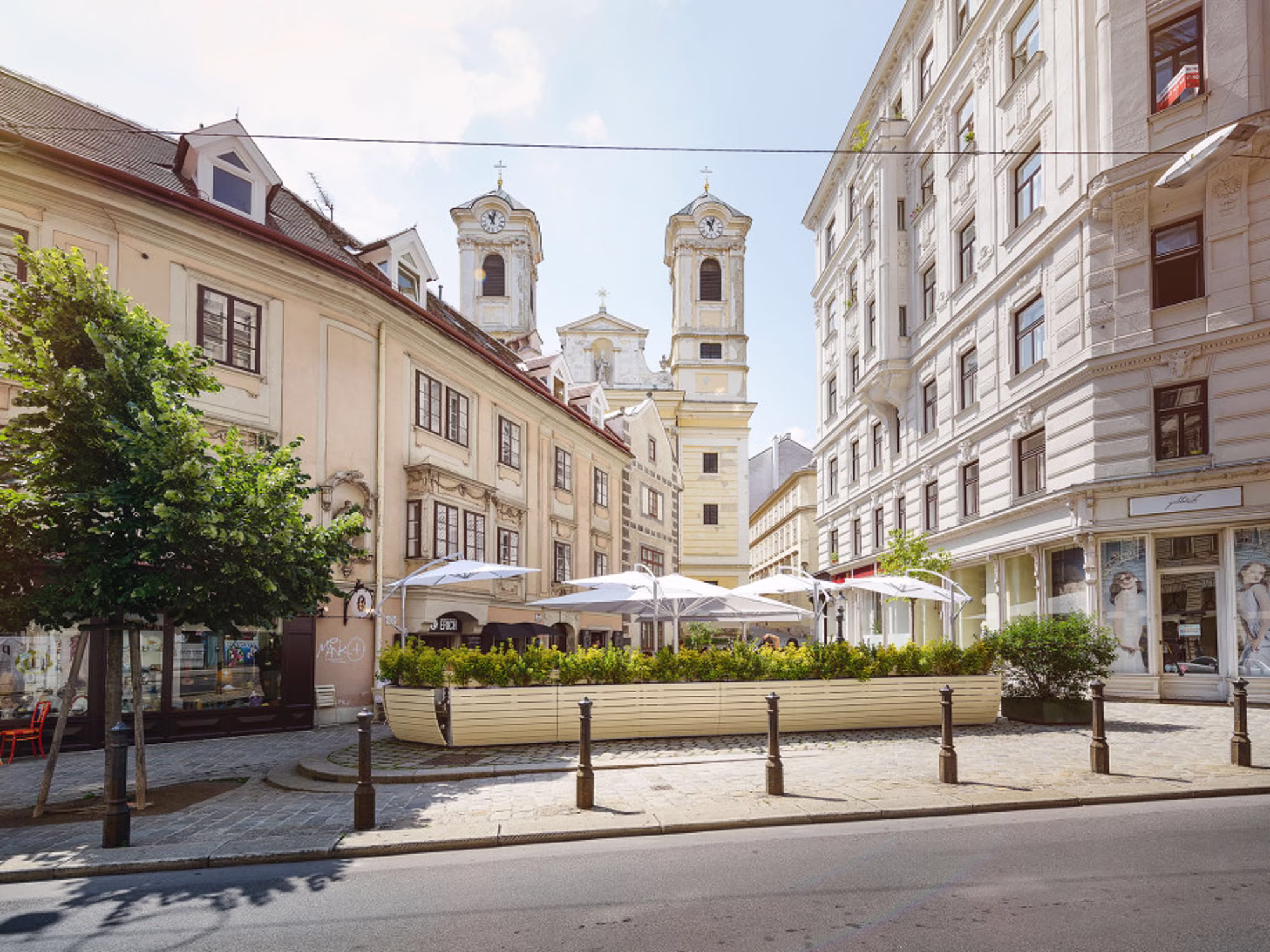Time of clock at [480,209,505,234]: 11:02
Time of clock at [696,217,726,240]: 11:03
